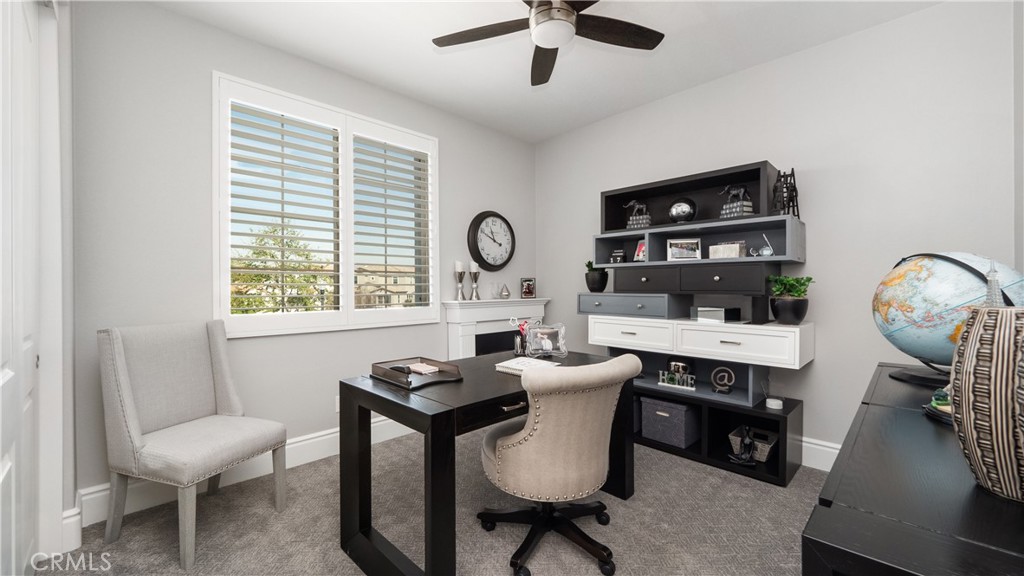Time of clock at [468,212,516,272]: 3:49
